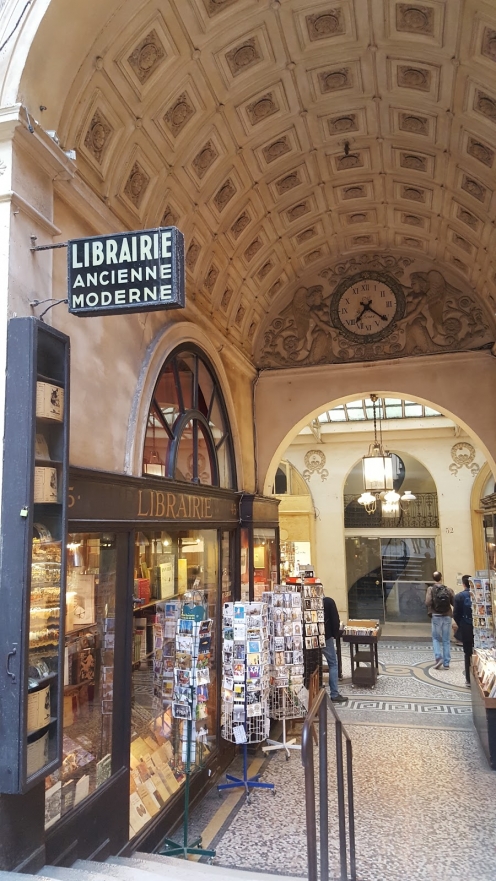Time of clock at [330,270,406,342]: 7:21
